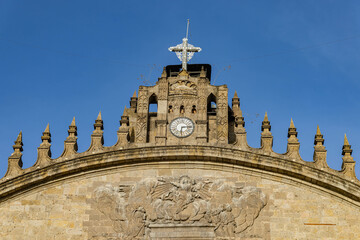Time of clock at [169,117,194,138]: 6:14
